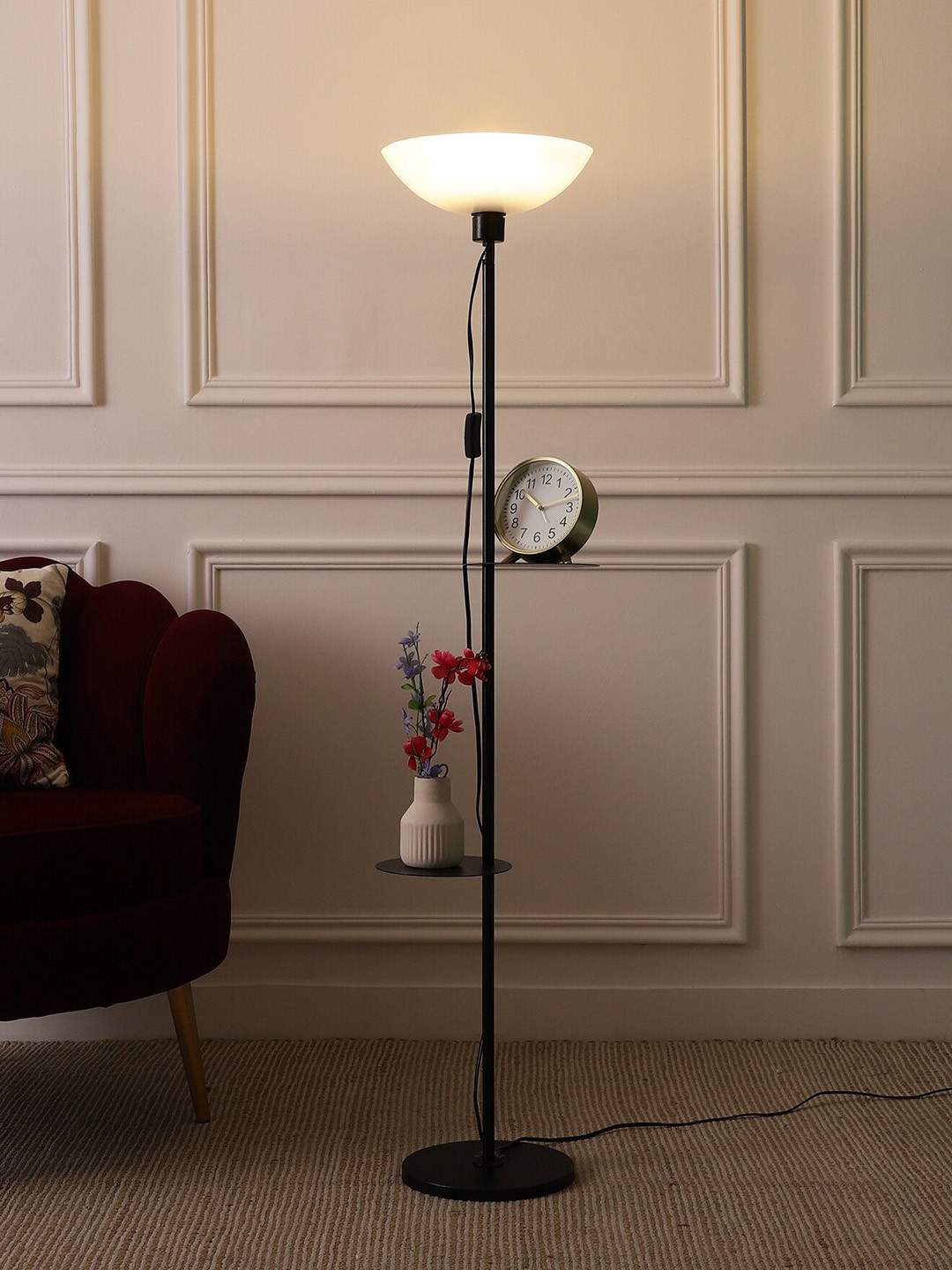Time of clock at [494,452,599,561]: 10:12
